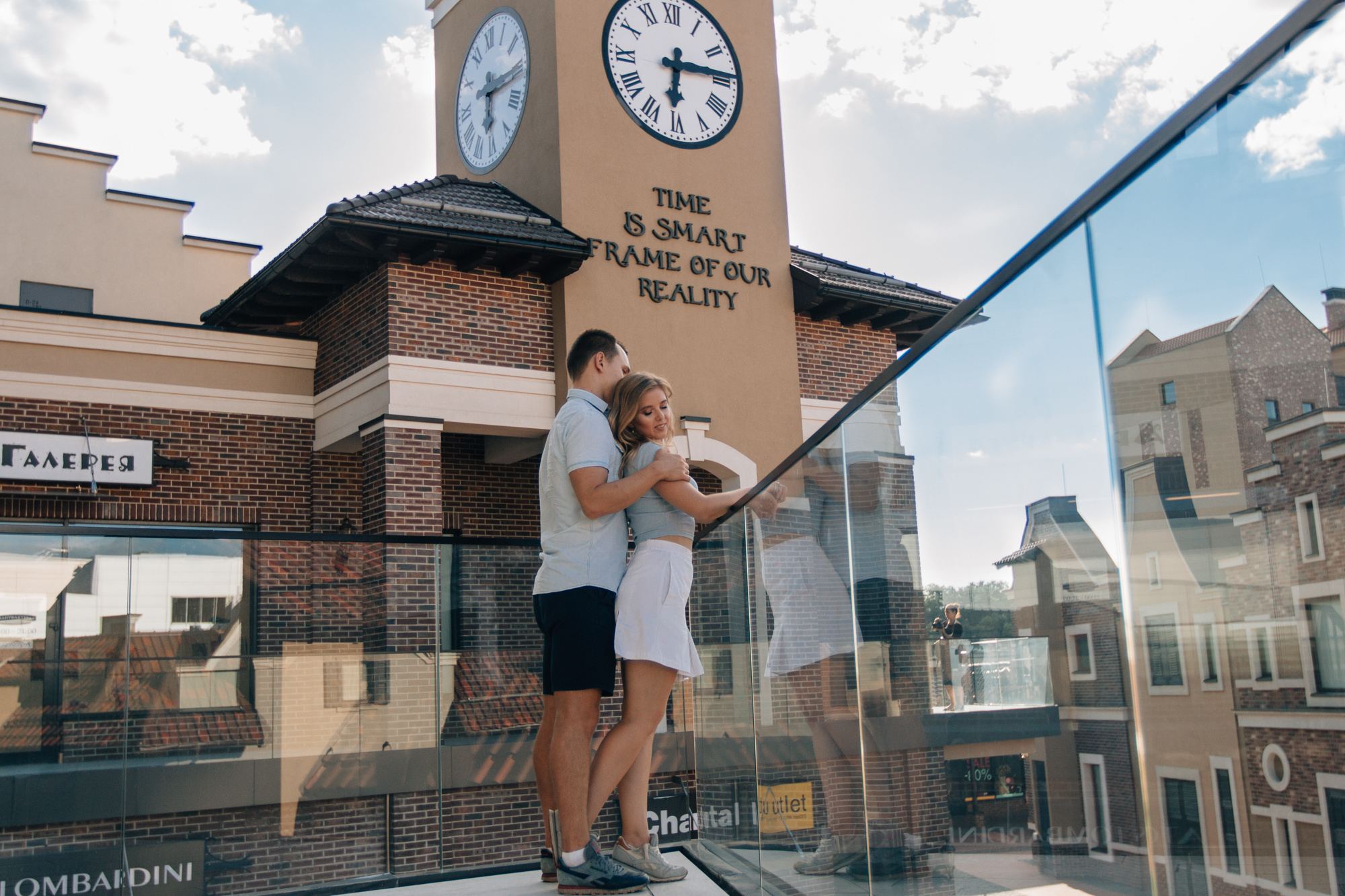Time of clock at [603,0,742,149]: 6:14
